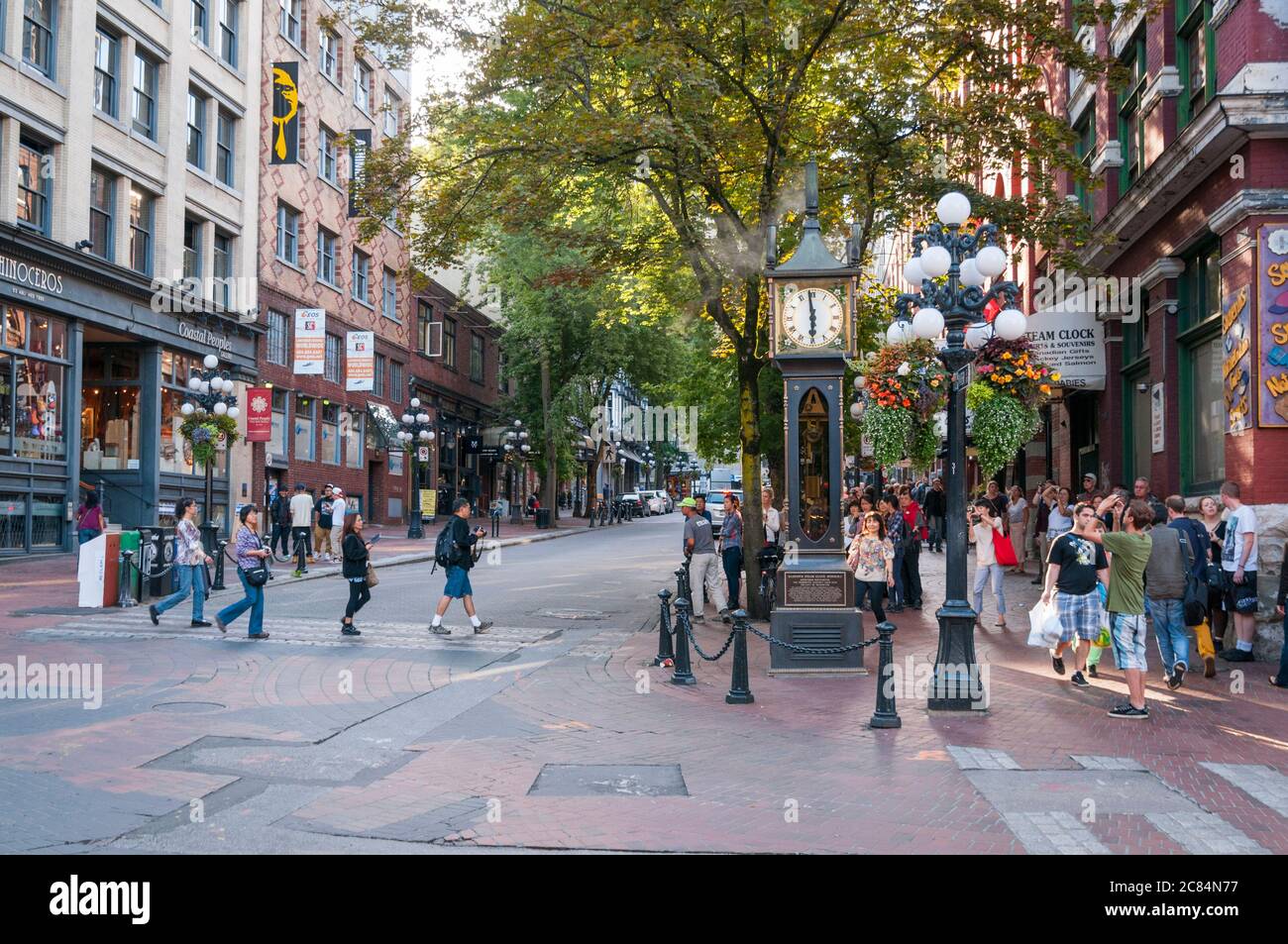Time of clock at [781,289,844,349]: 5:58
